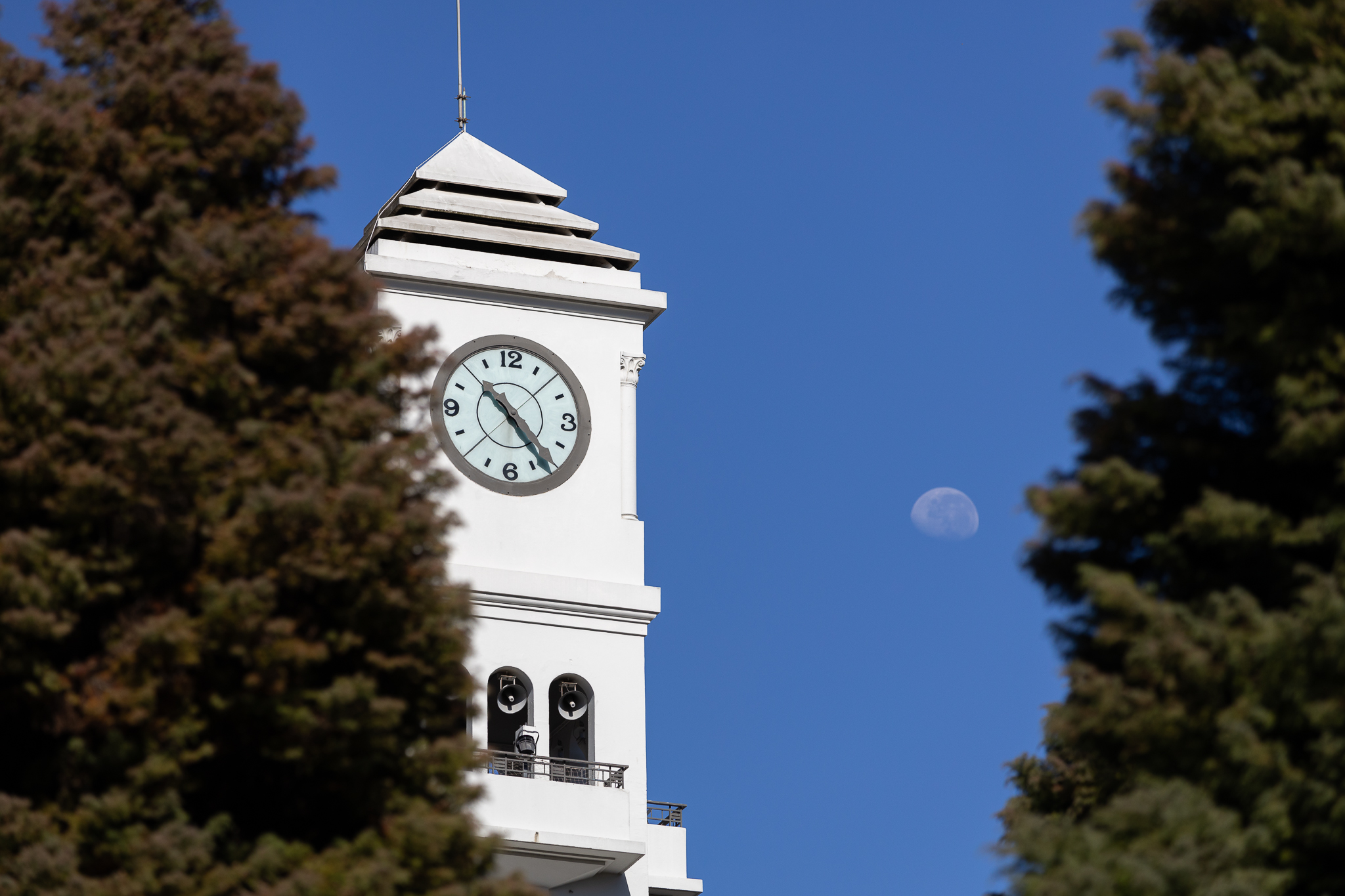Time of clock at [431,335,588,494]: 10:23
